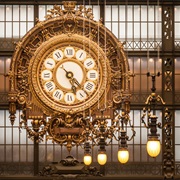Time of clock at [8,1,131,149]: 5:22
